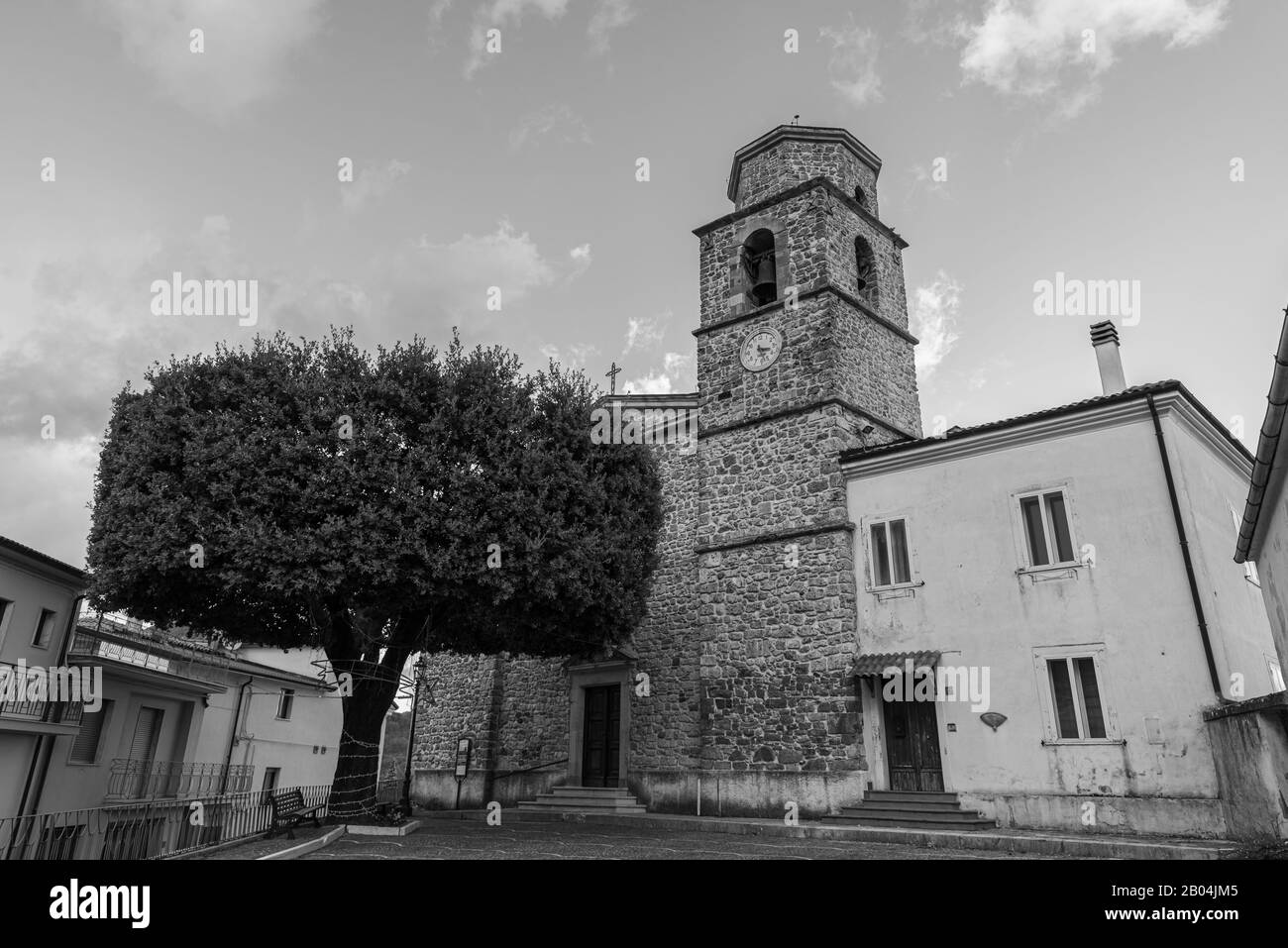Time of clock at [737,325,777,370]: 3:27
